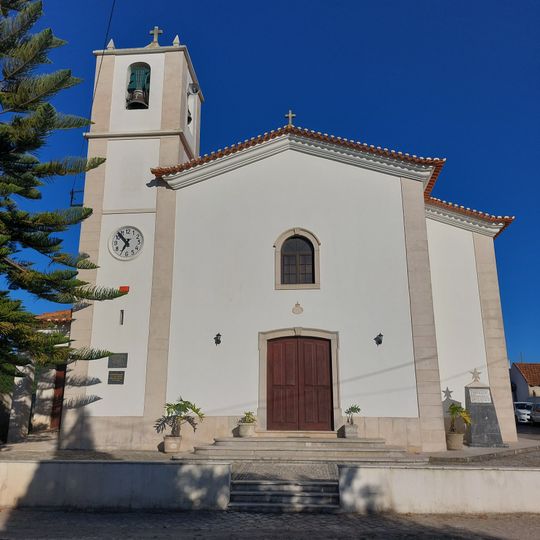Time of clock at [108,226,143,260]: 6:53
